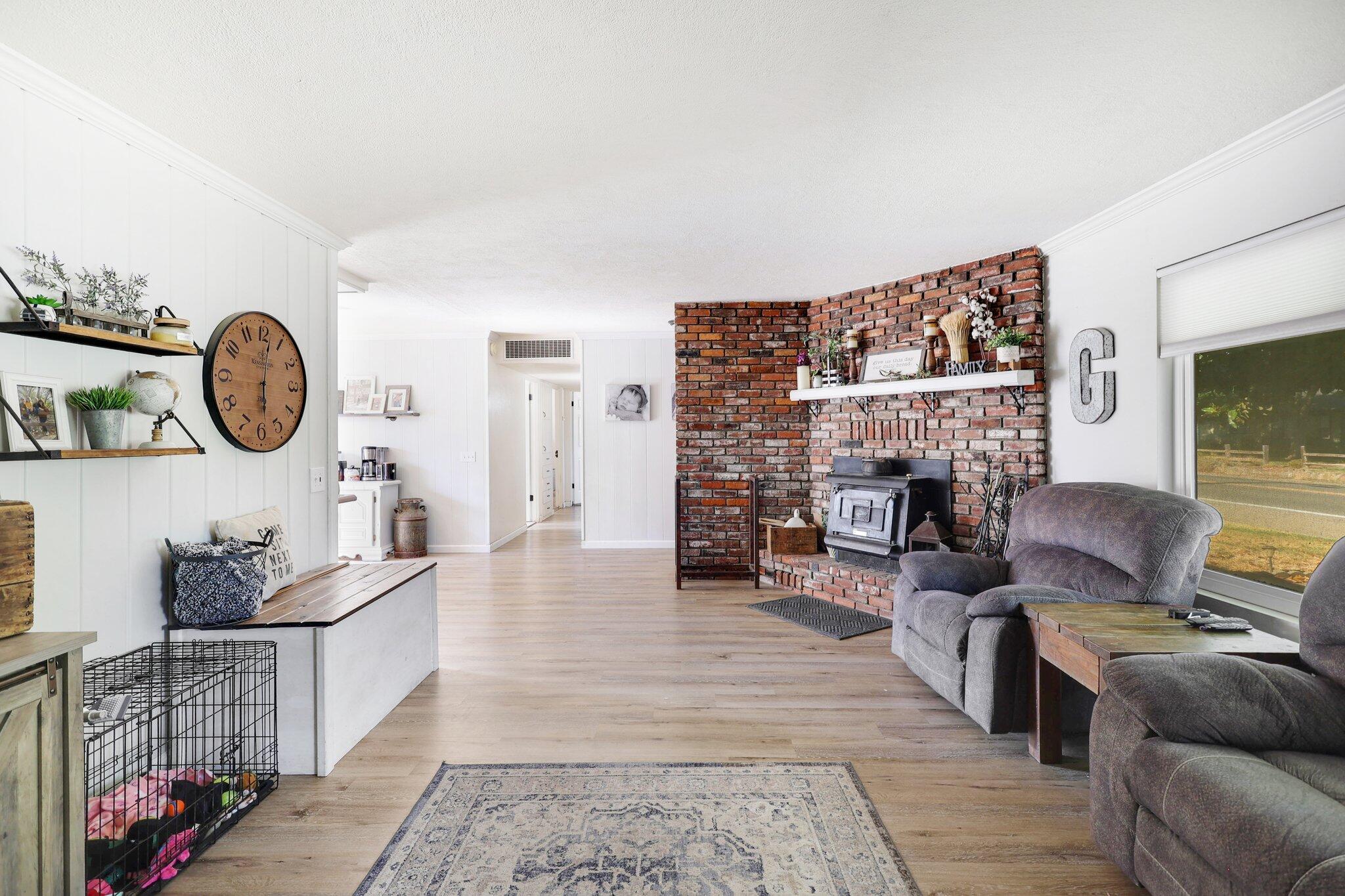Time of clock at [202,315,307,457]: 6:01
